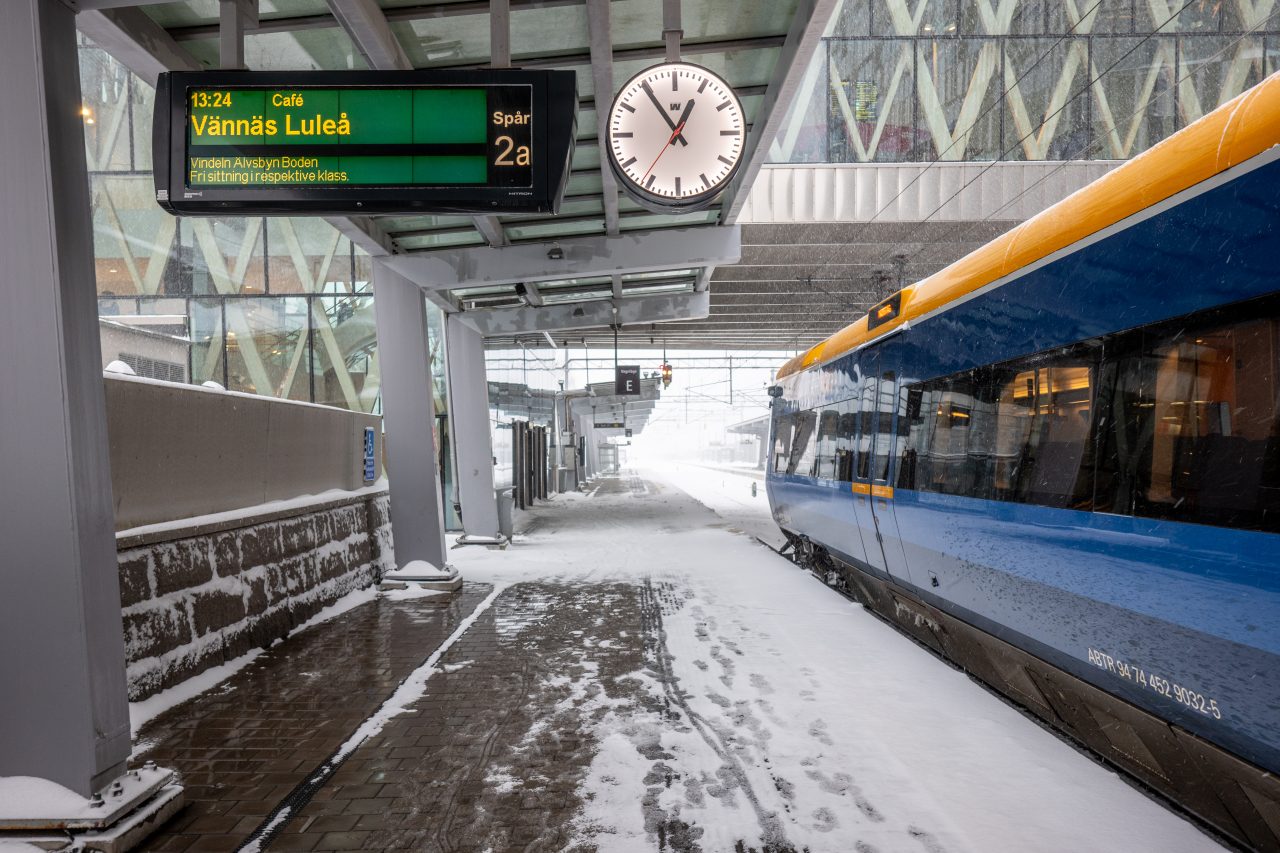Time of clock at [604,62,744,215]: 12:54
